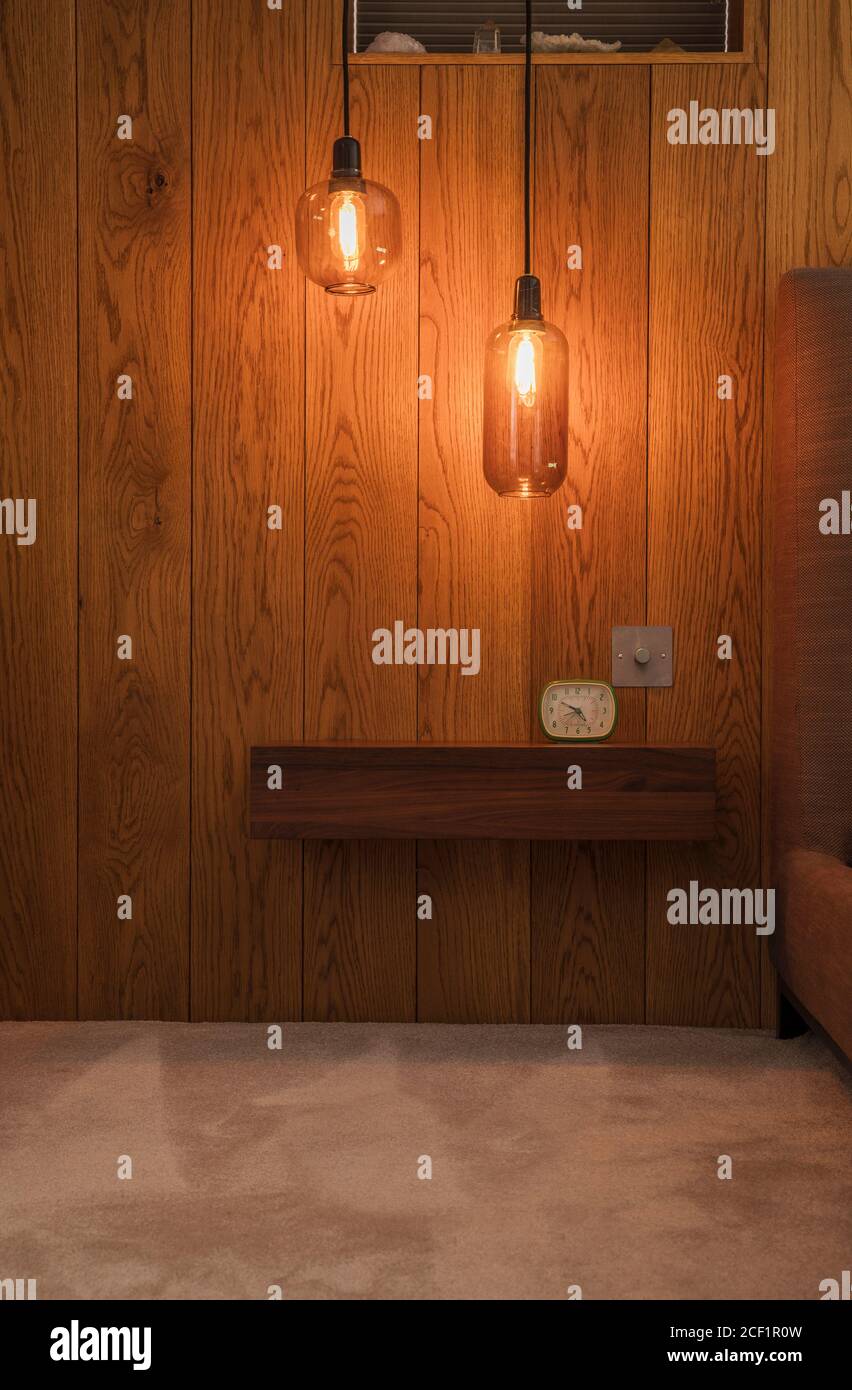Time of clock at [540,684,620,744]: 4:49
